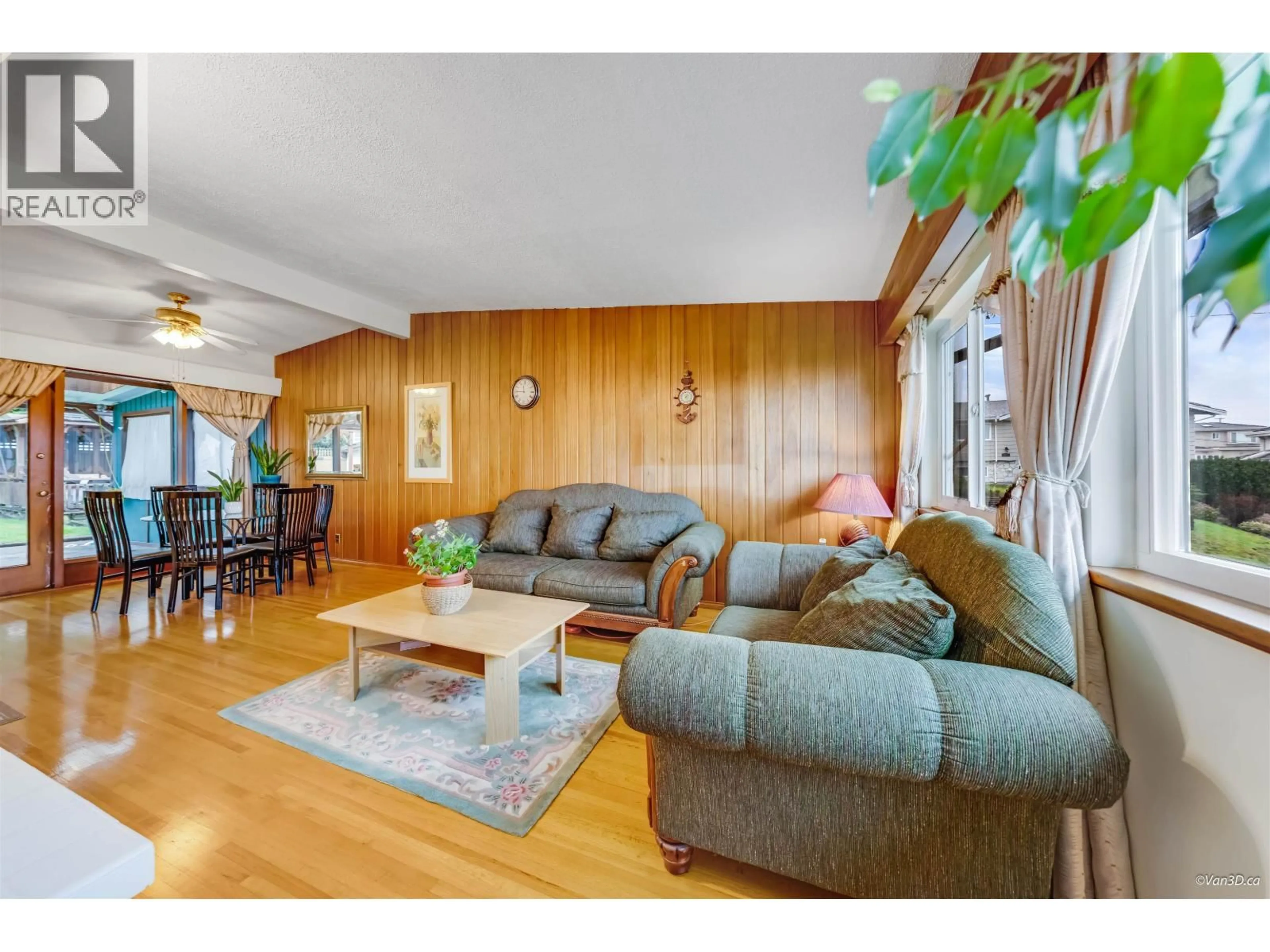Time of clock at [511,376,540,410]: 11:45
